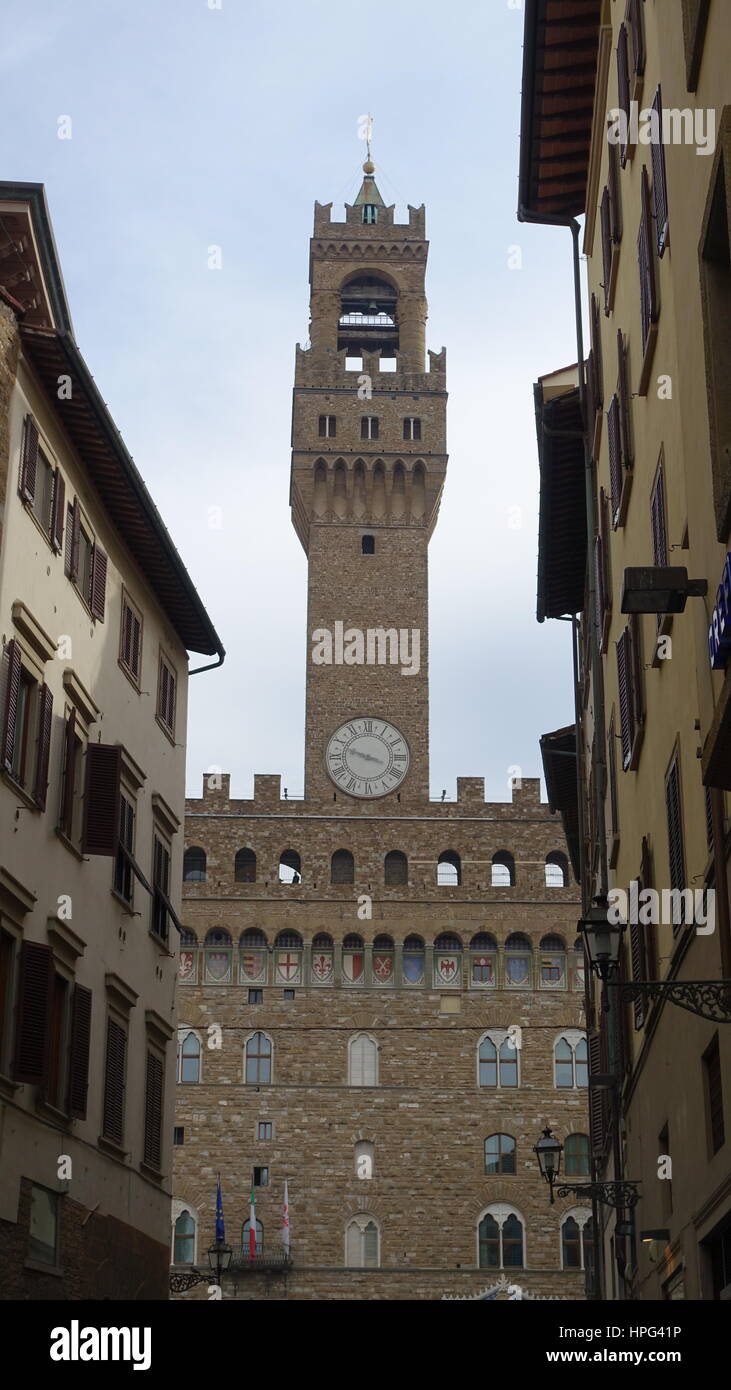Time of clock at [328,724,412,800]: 9:48
